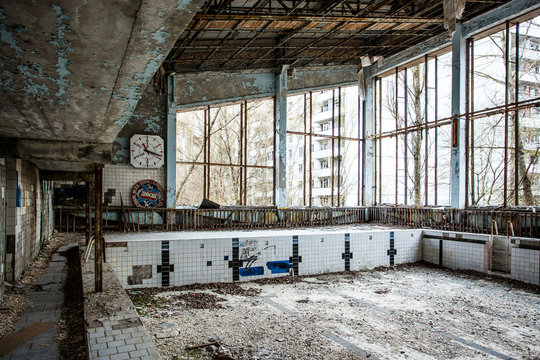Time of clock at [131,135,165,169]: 11:17
